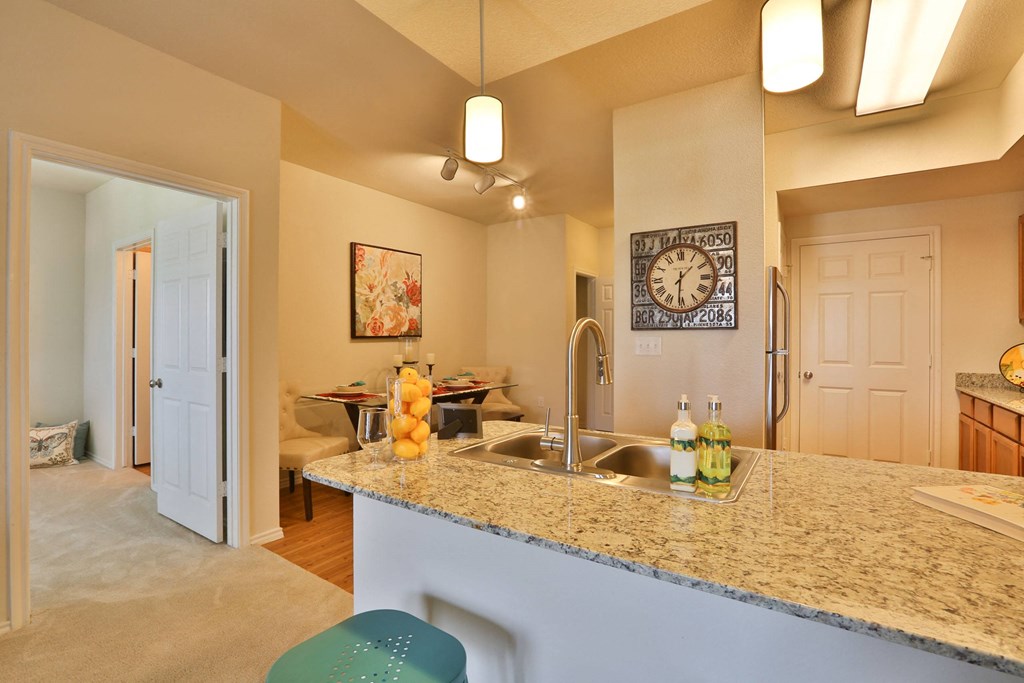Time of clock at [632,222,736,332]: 1:31
